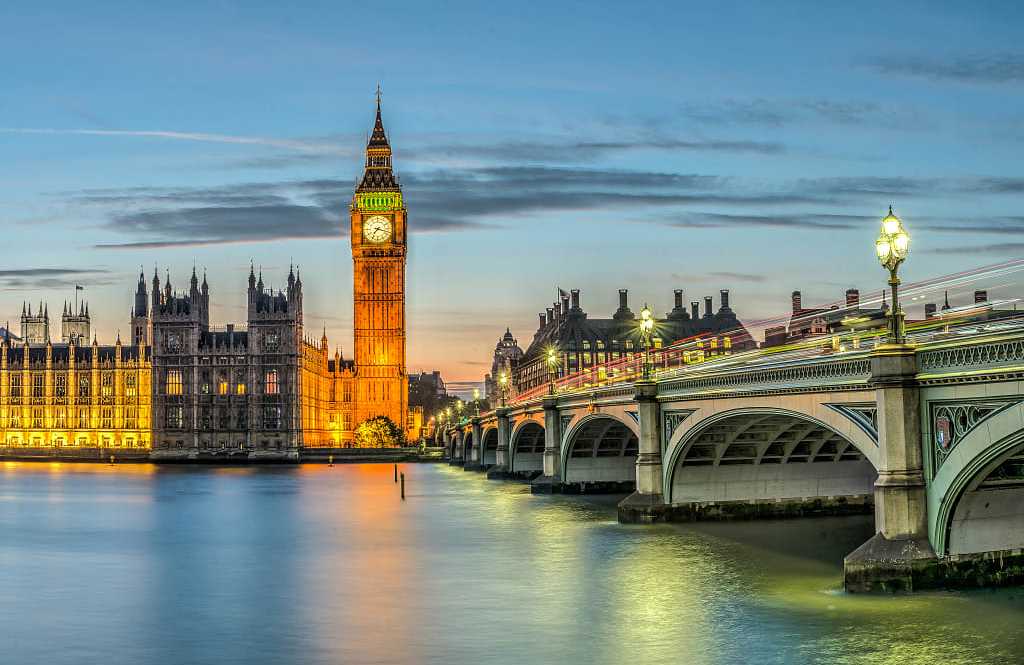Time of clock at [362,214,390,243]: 7:17
